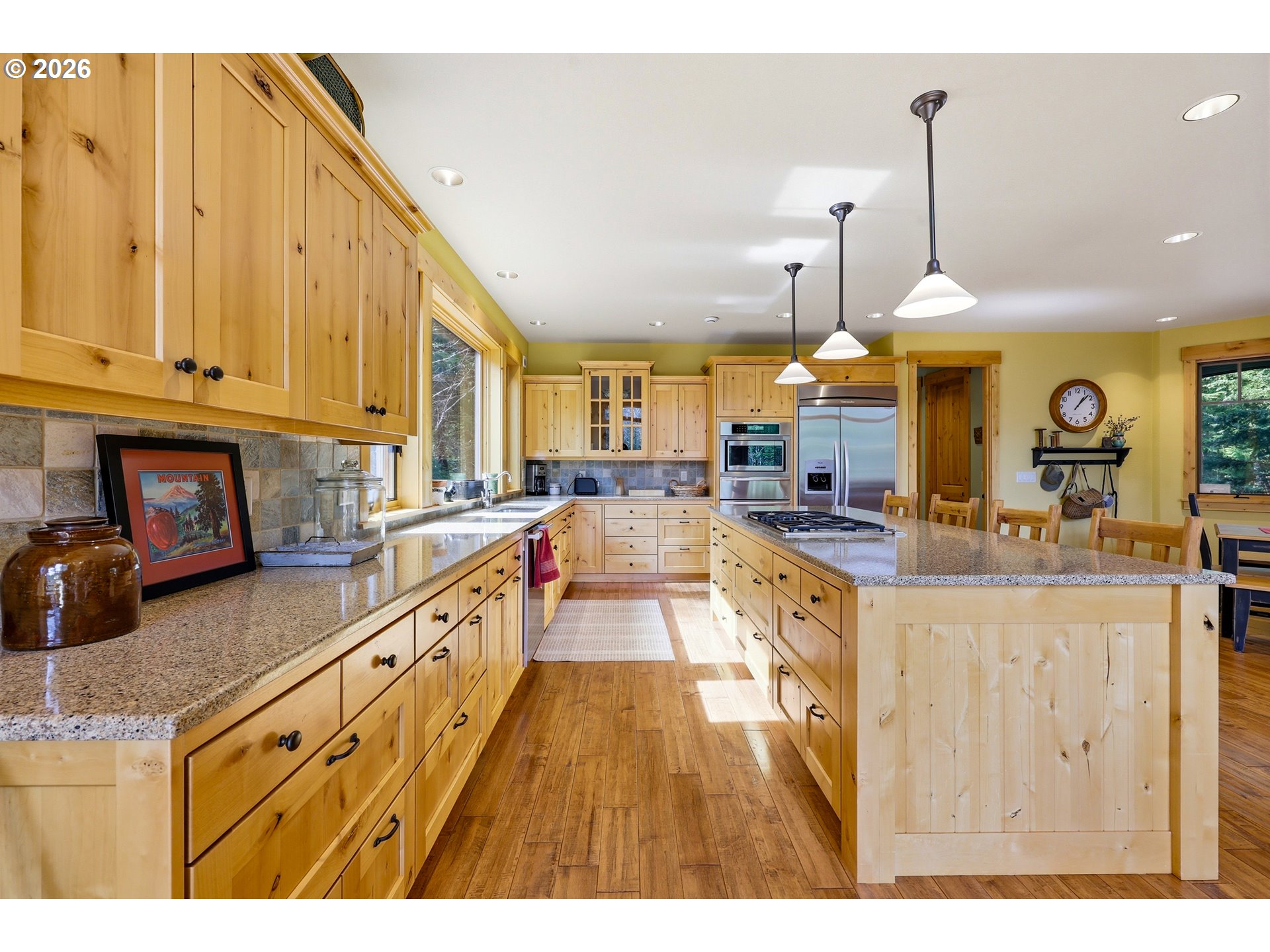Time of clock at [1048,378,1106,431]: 1:07
